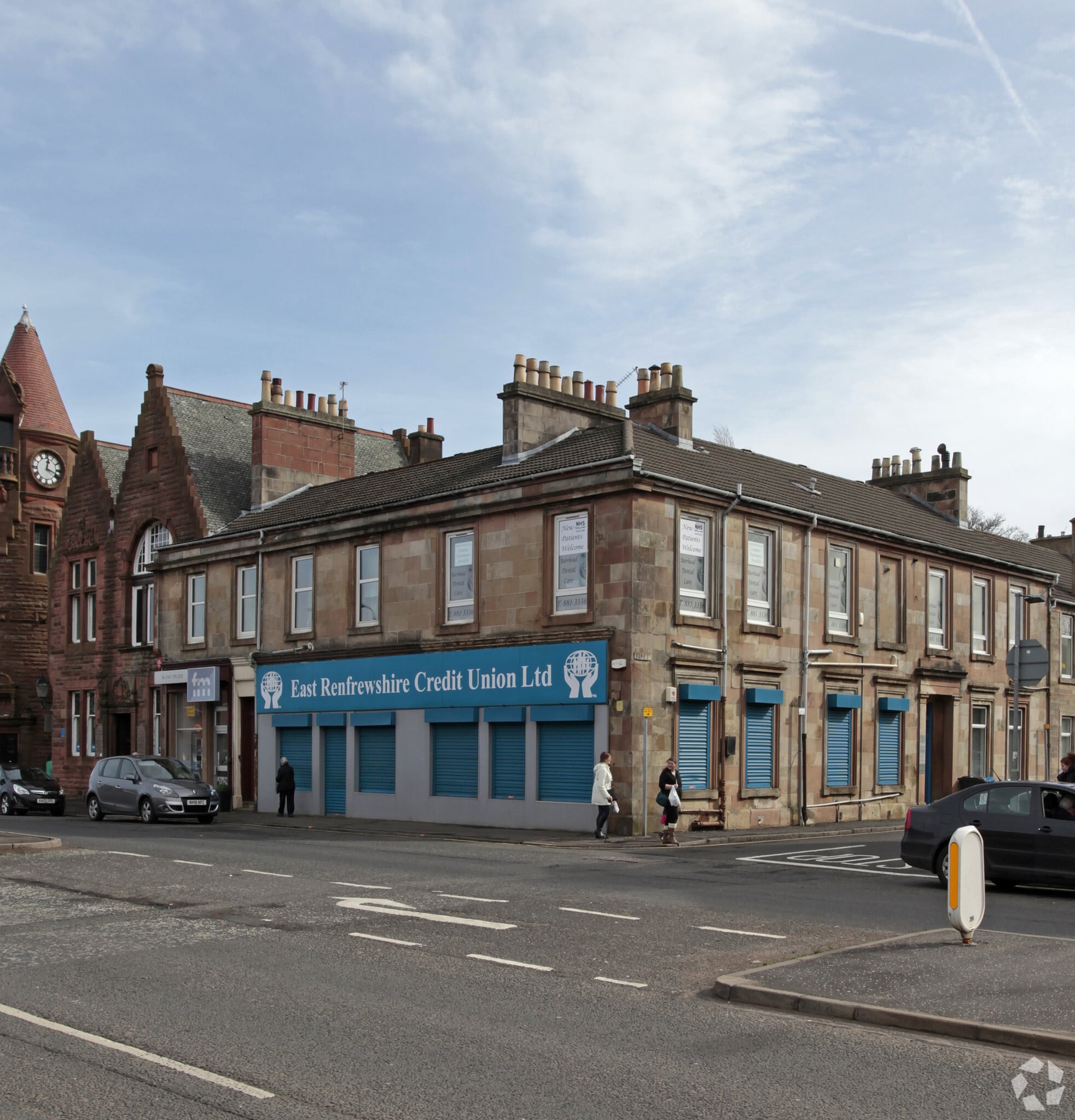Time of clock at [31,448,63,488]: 12:18
